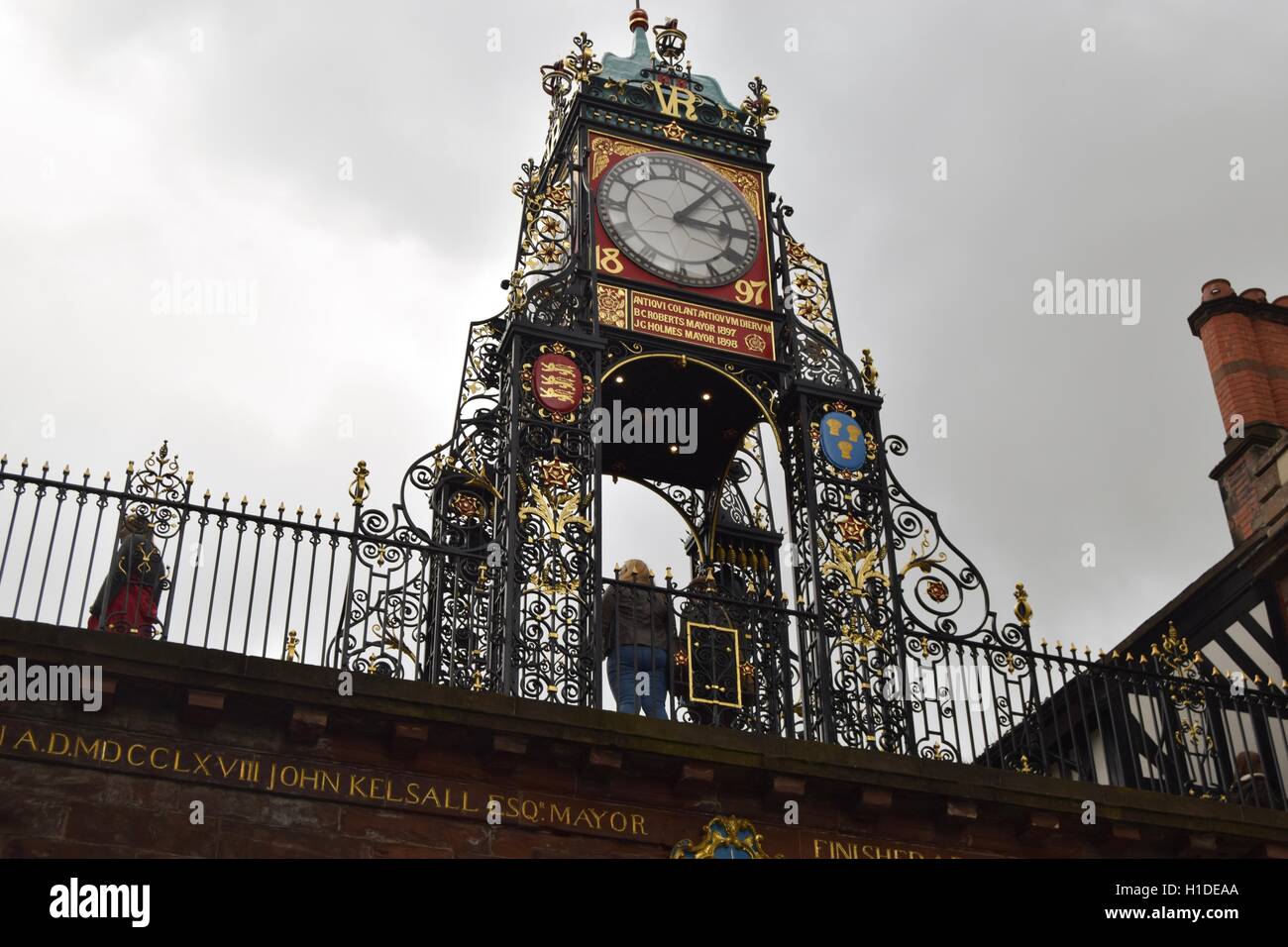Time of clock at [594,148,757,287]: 3:06
